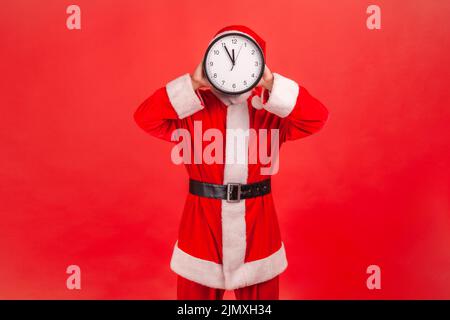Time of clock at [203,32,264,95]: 11:55
